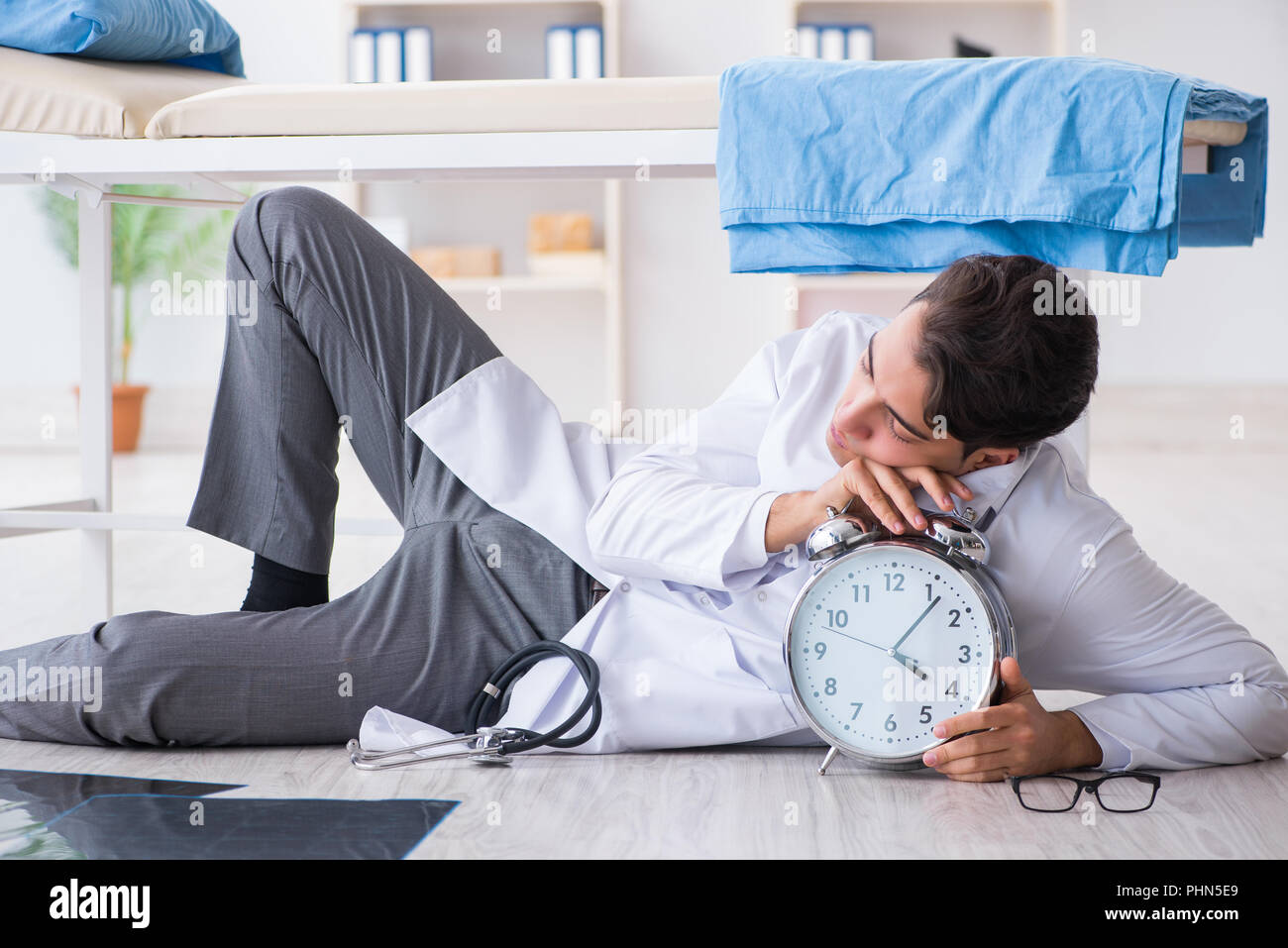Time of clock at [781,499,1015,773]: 4:06
